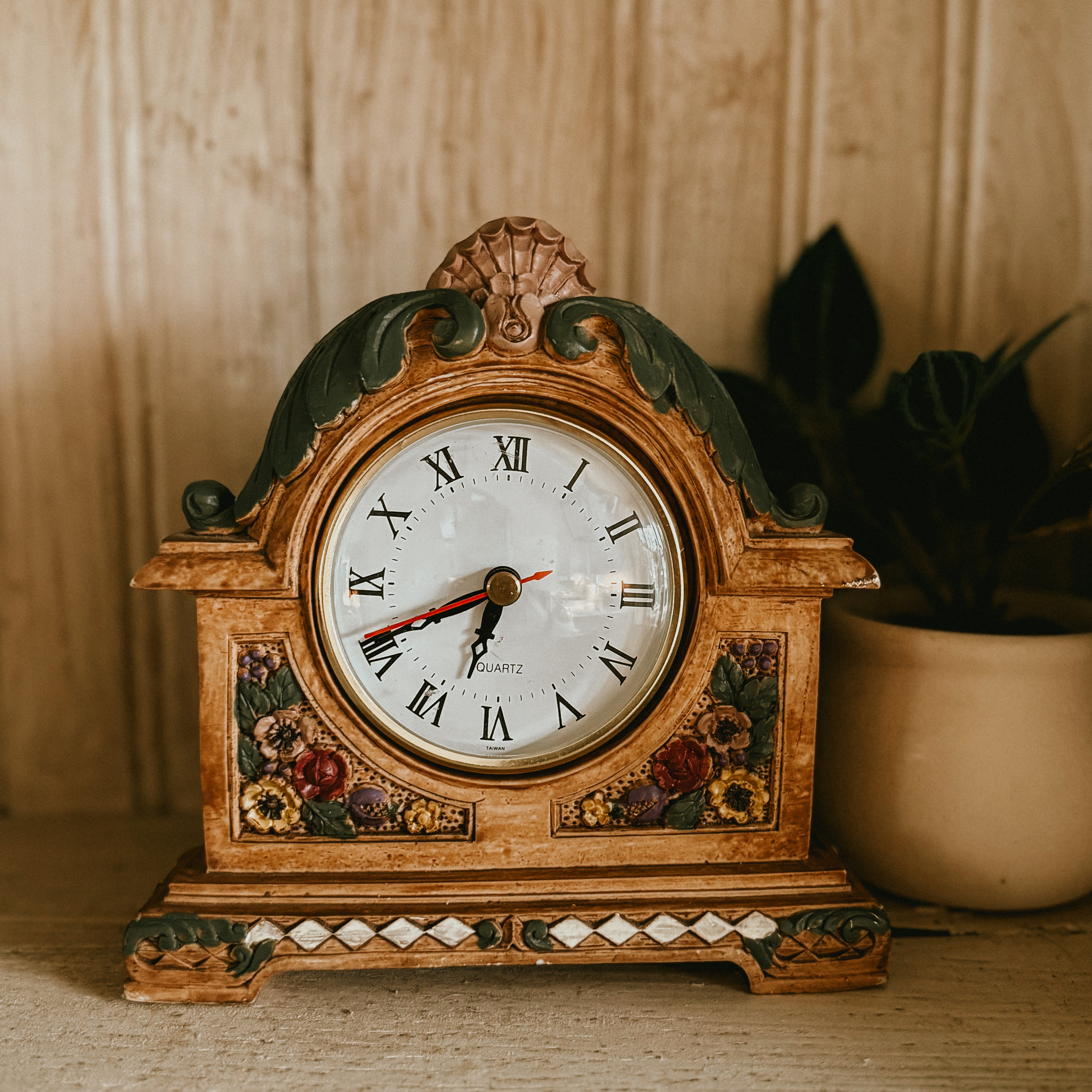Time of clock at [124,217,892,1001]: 6:40
